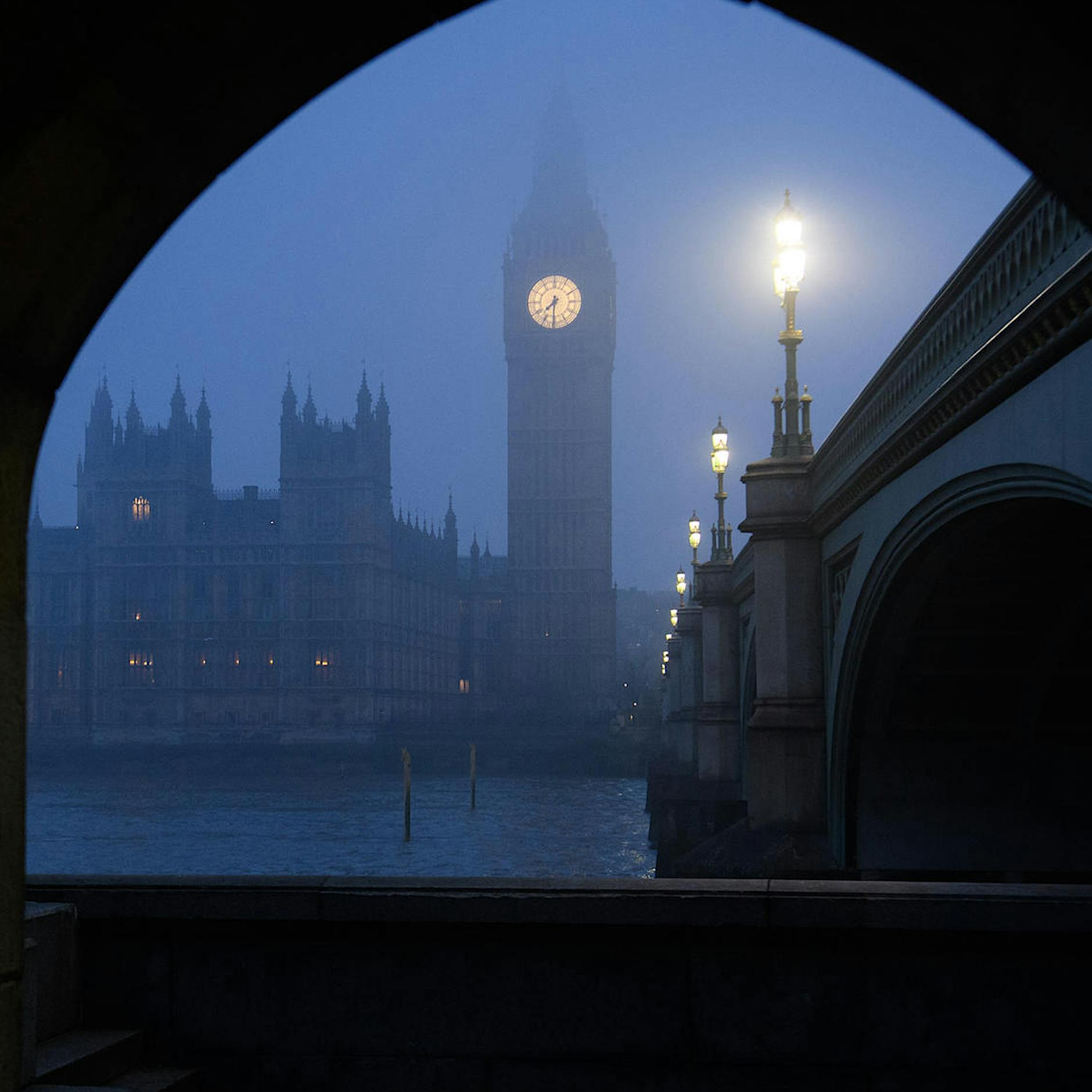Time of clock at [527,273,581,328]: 7:30
